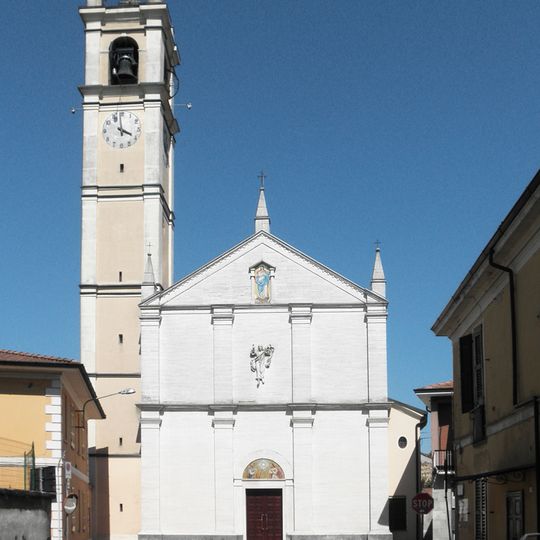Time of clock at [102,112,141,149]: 3:58
